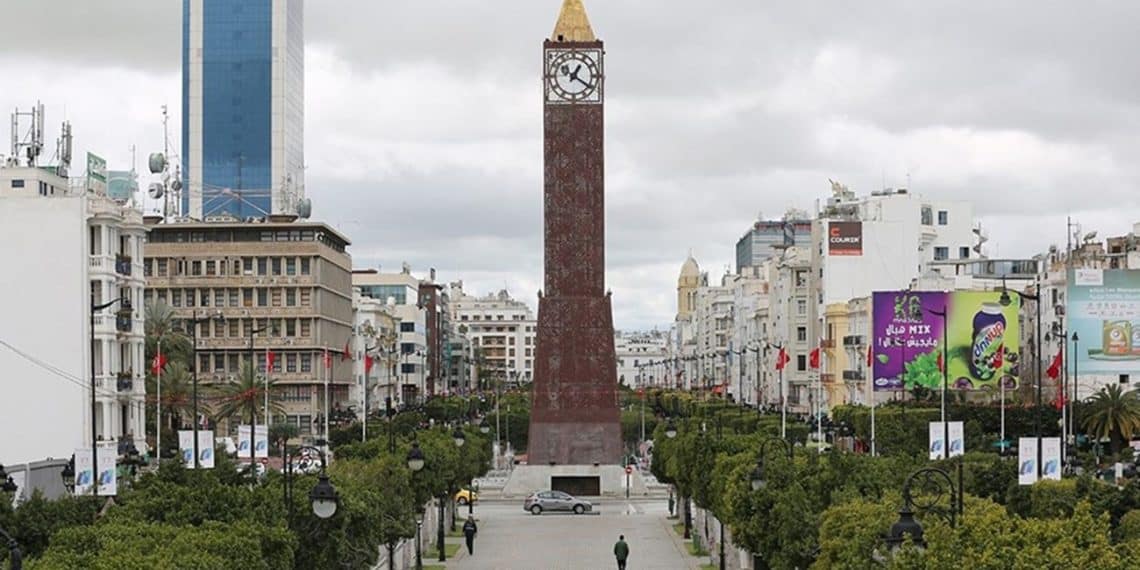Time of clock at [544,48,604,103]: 1:20
